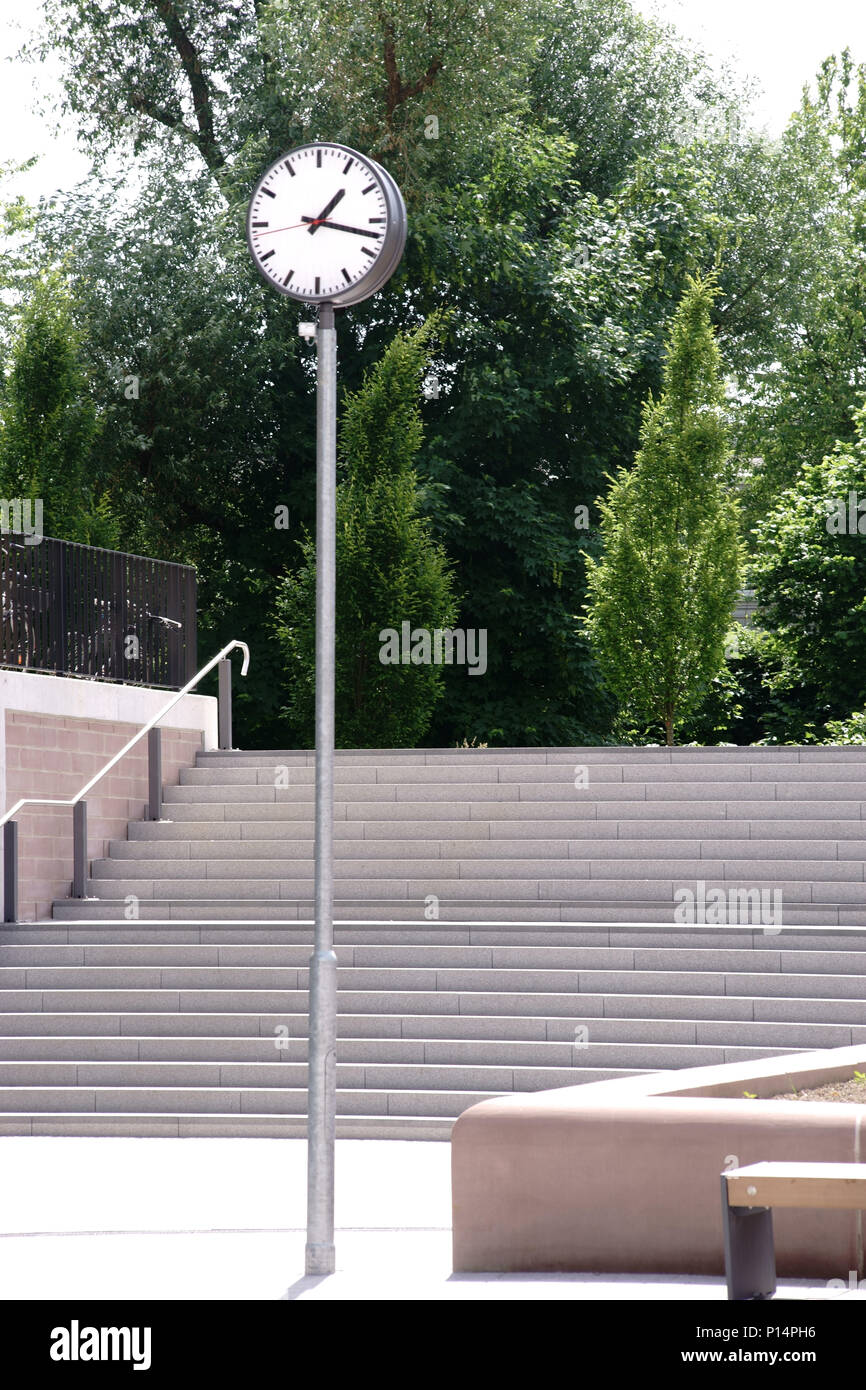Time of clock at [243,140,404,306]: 1:17
